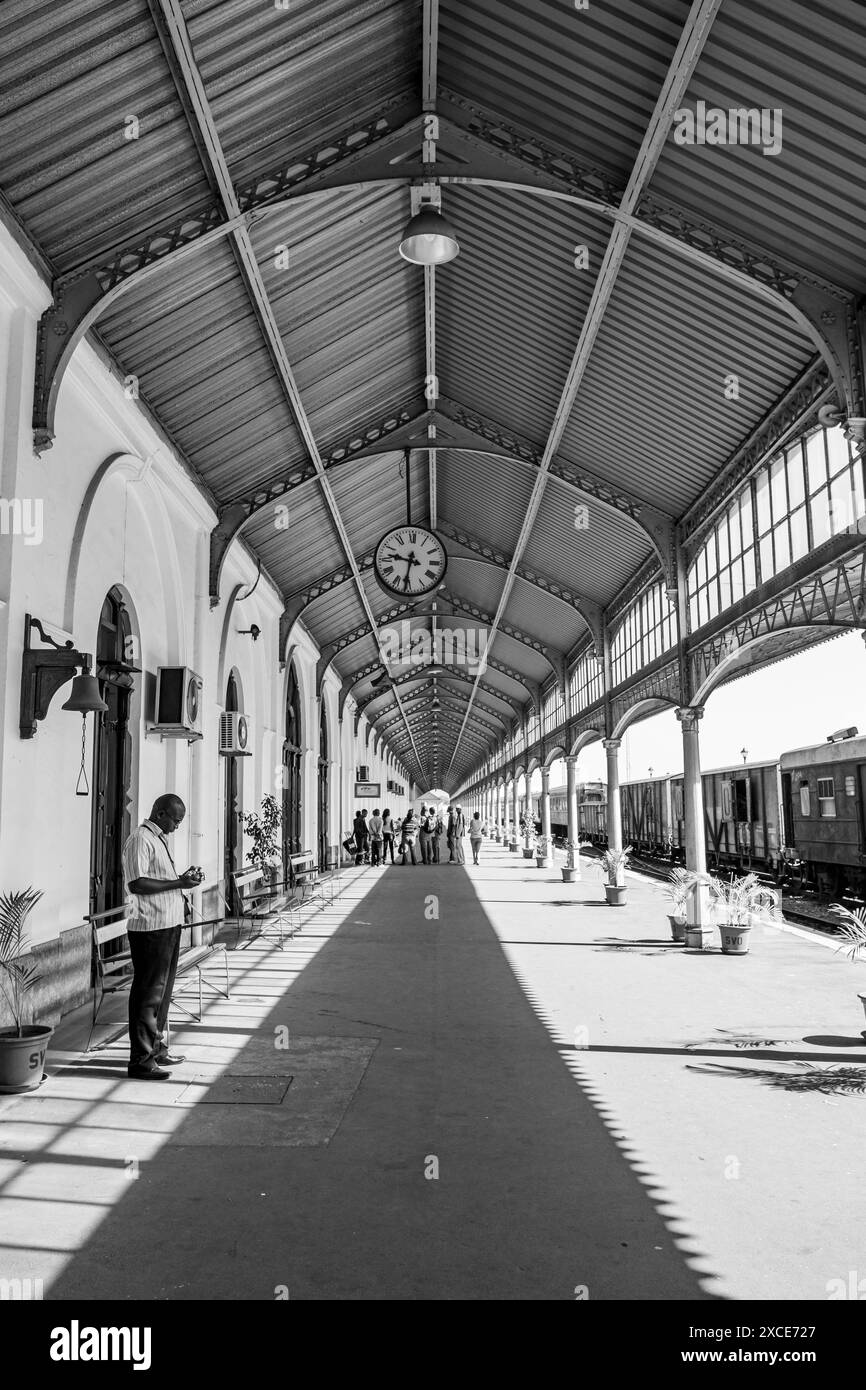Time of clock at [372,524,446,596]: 9:31
